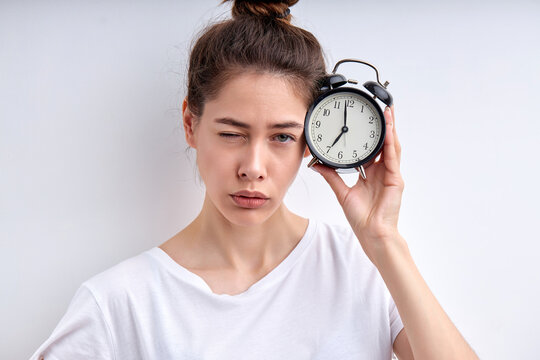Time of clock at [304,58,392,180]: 6:58
